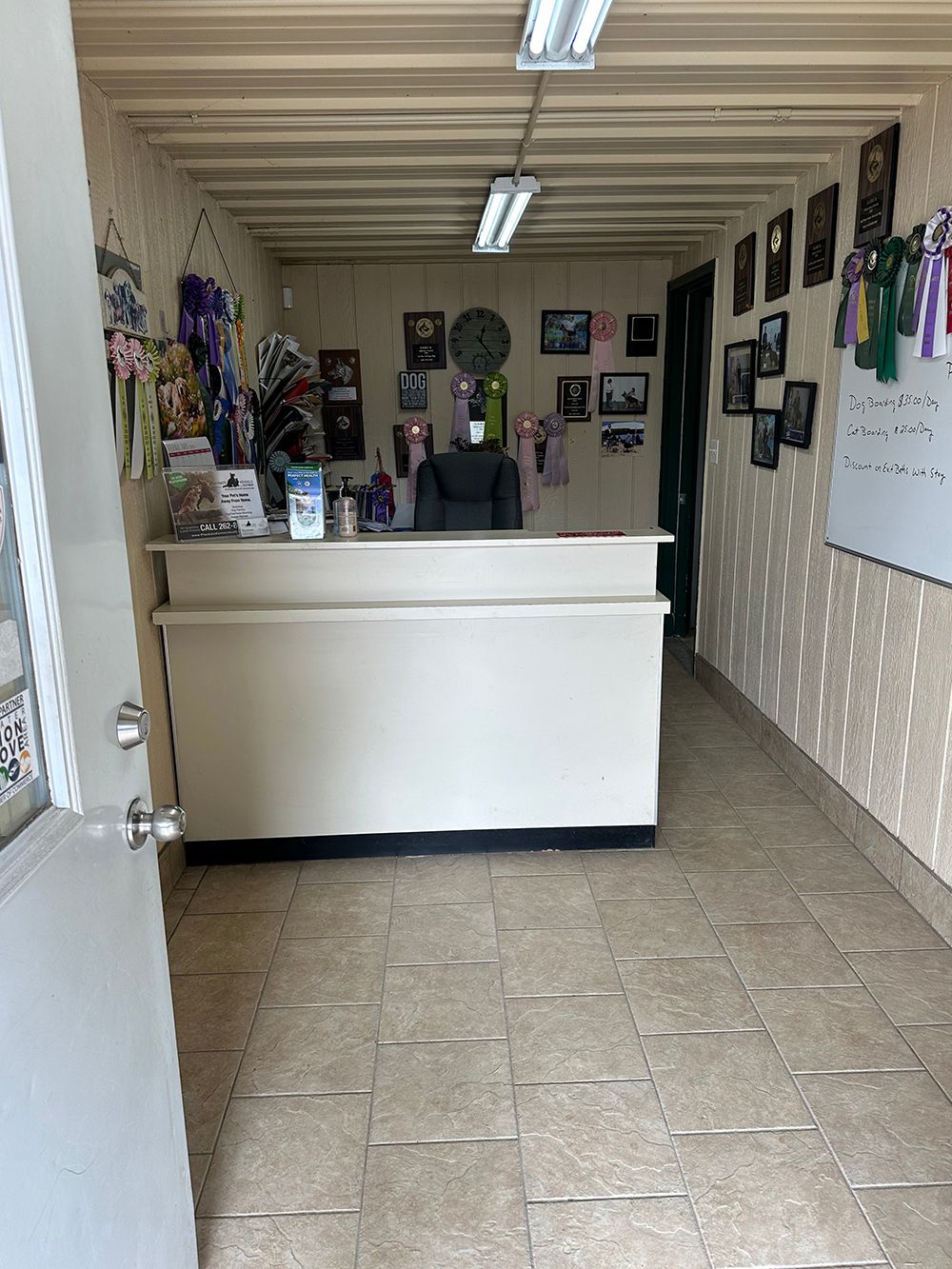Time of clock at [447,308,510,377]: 12:23
